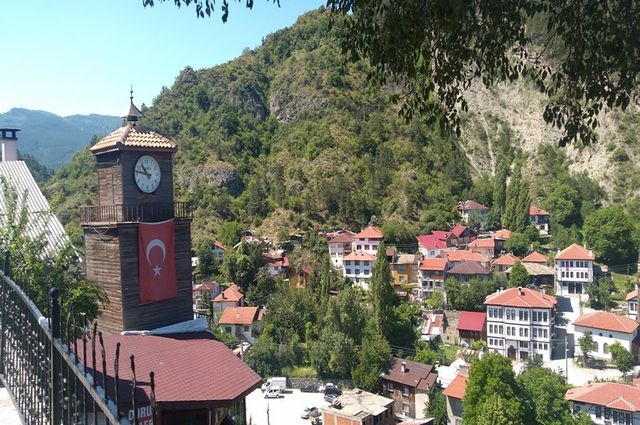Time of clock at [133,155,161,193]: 10:47
